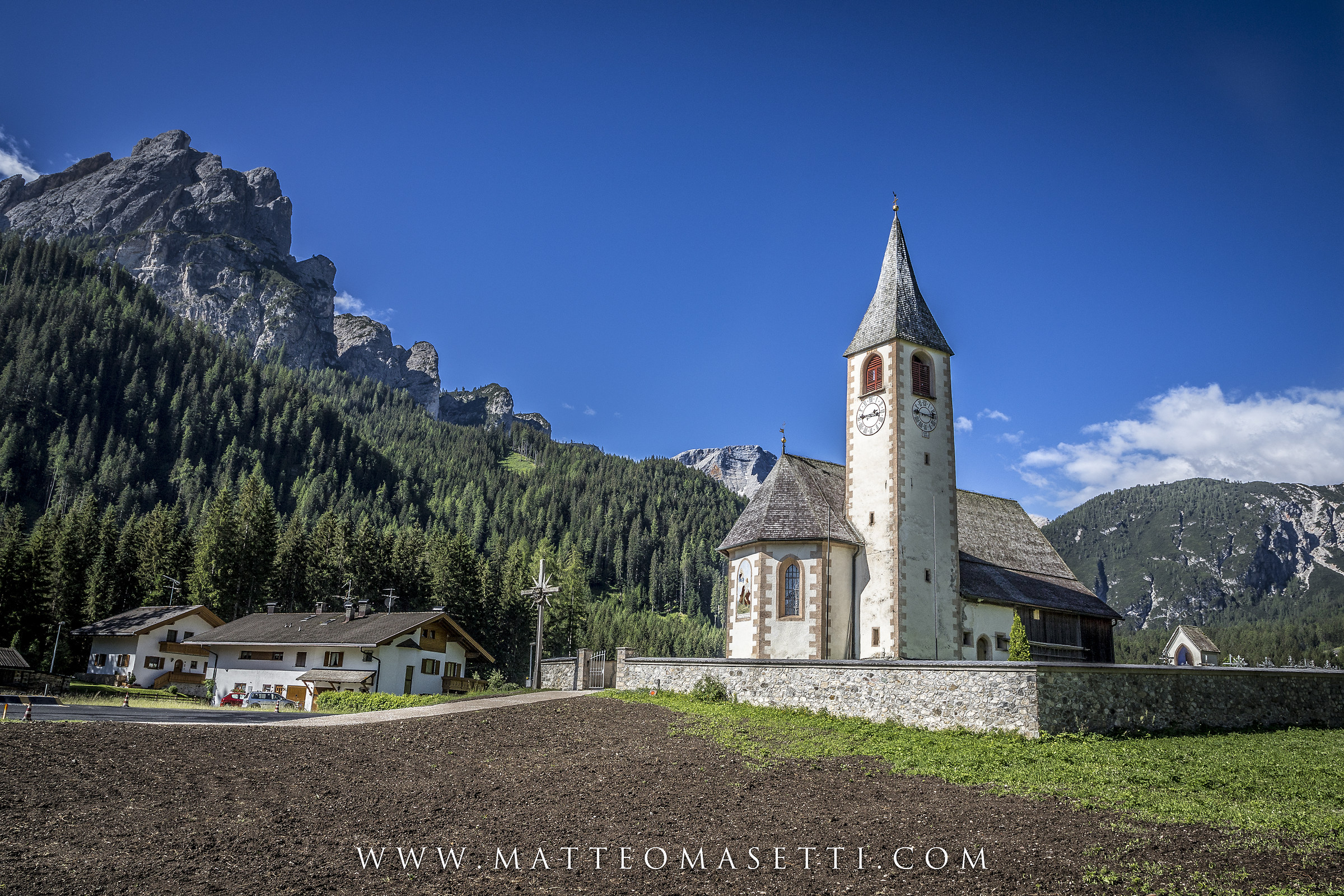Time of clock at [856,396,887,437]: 2:45
